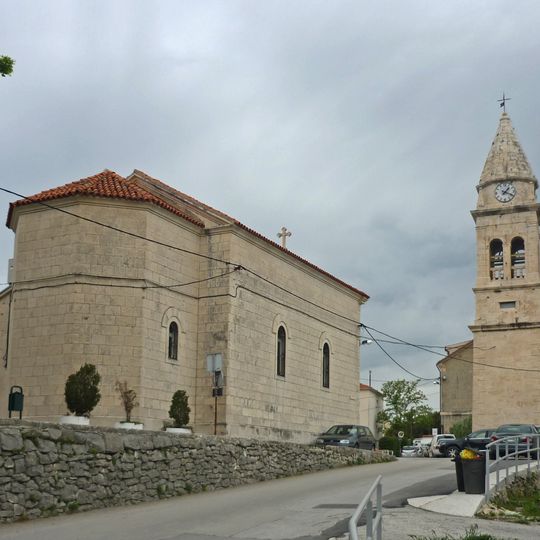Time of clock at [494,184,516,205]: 1:18
